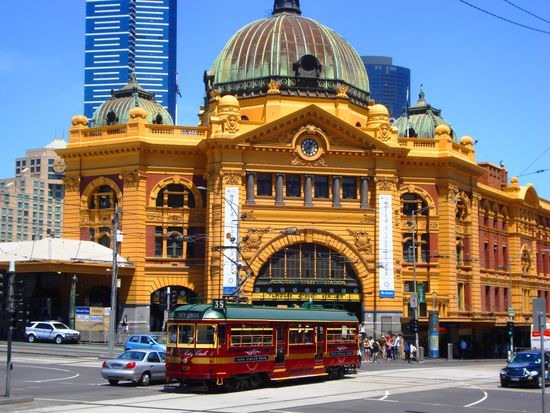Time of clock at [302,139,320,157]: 12:40
